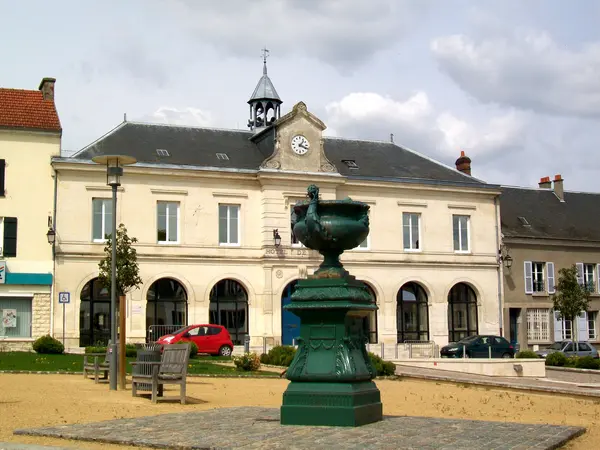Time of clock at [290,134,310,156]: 1:18
